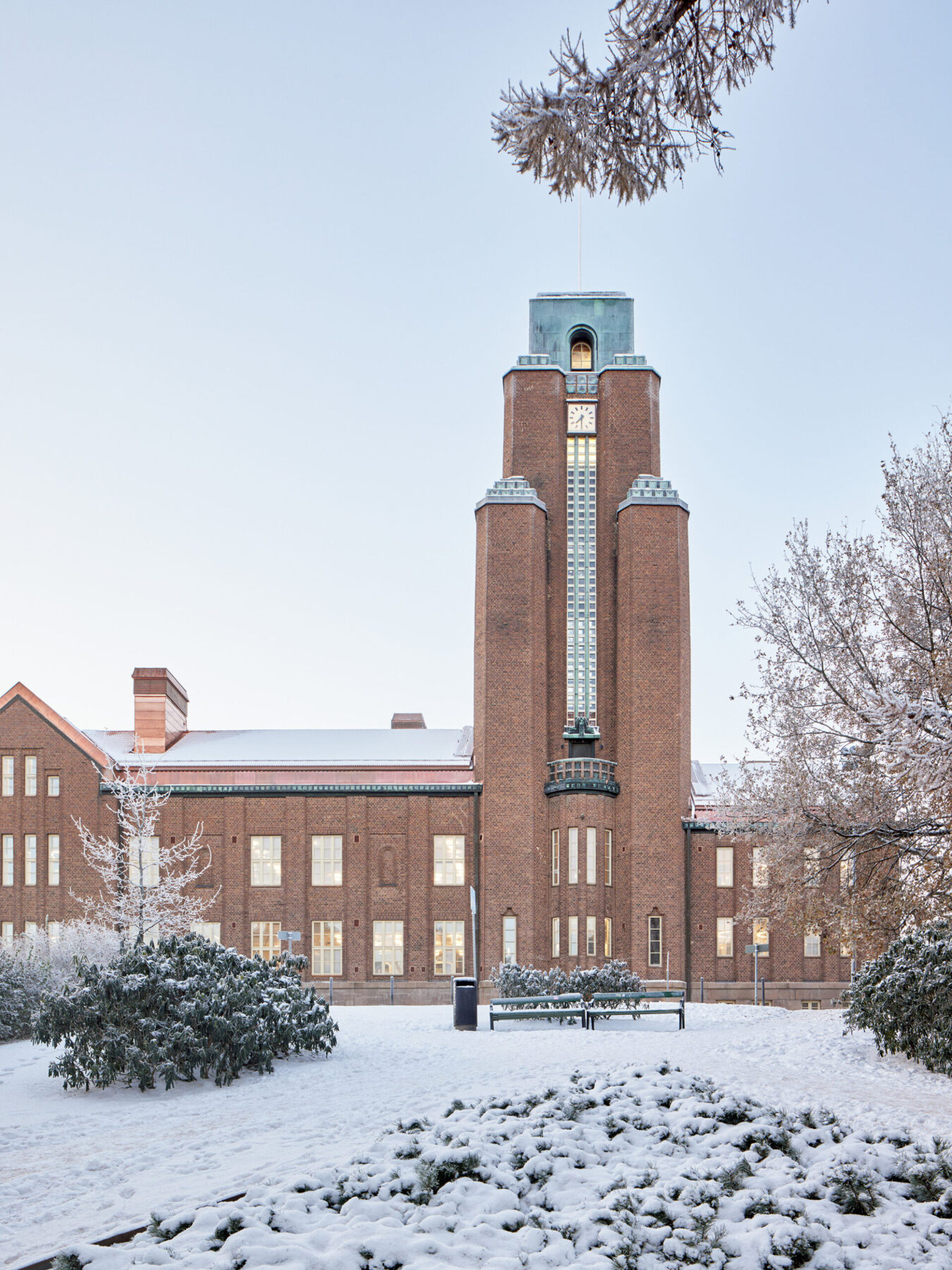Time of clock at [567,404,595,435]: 7:30
